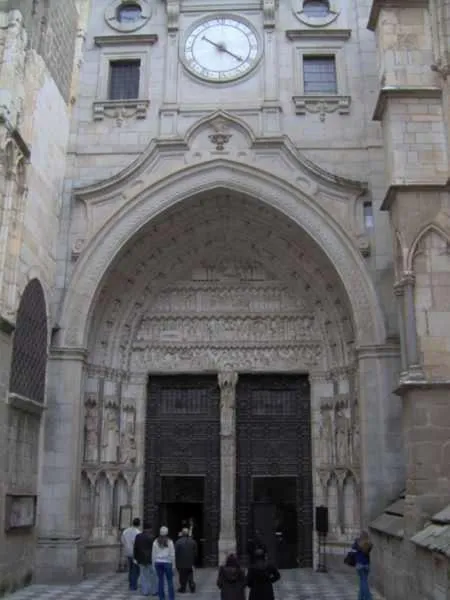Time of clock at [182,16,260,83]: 10:21
